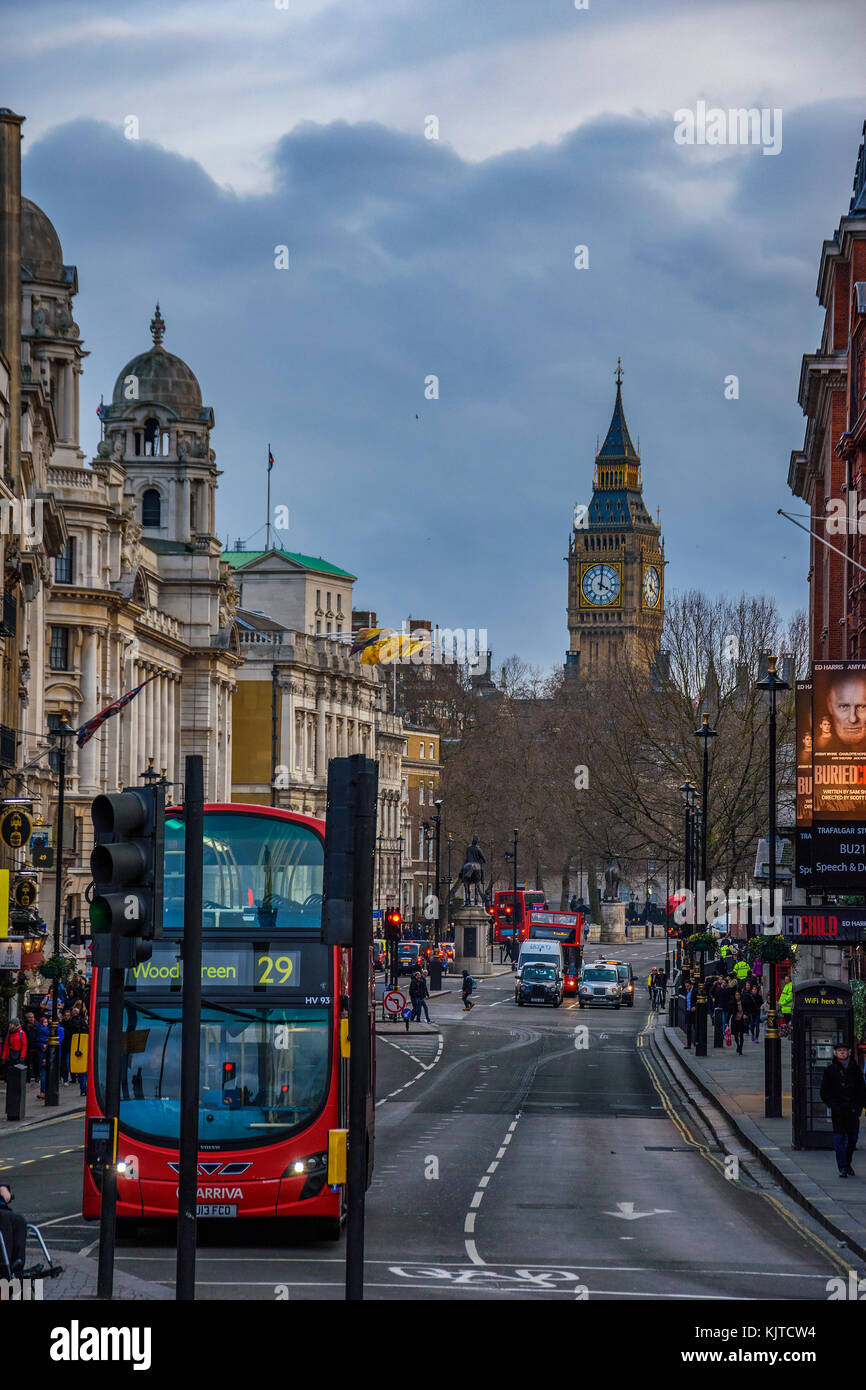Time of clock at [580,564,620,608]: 4:01
